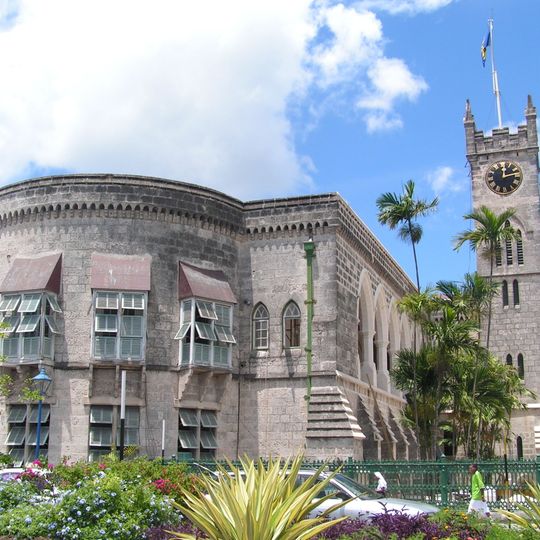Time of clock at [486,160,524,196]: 12:12
